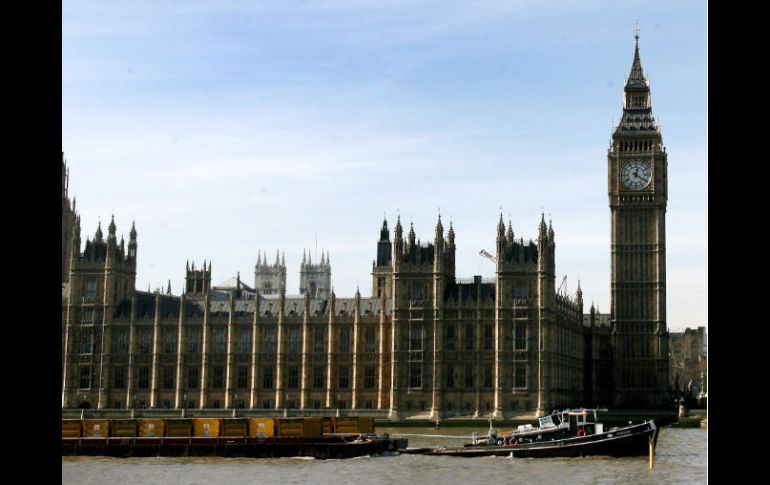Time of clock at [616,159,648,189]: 12:20
